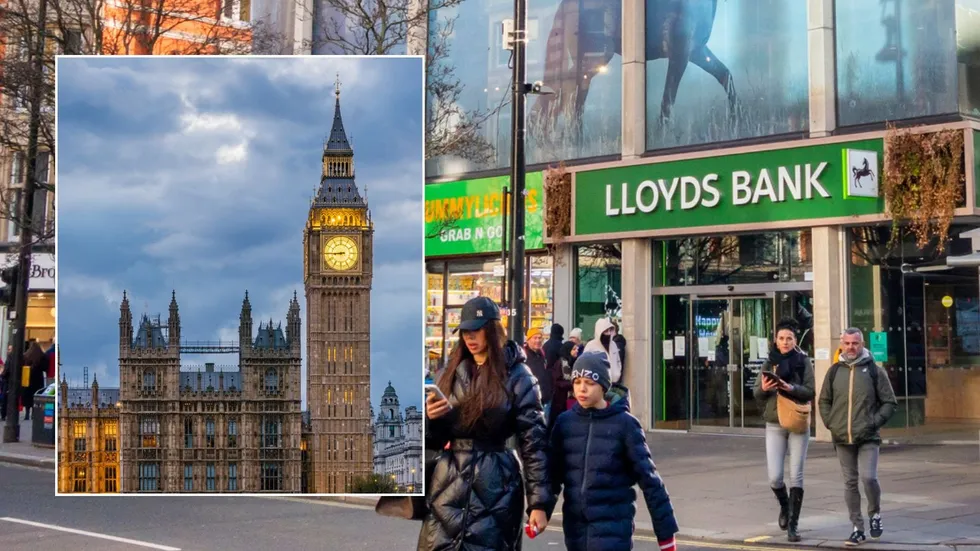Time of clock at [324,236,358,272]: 8:44
